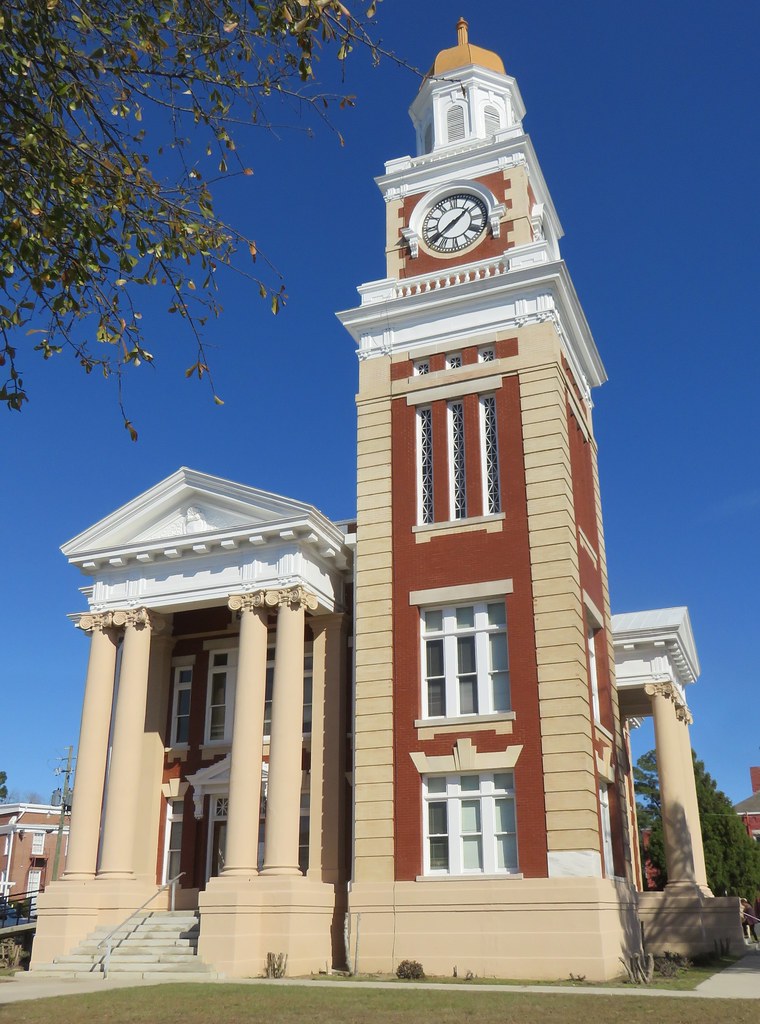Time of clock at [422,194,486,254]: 1:38
